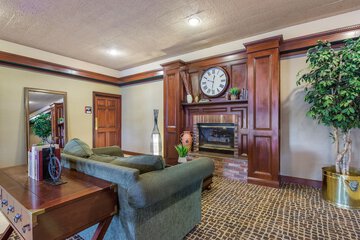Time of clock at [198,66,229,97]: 12:31
